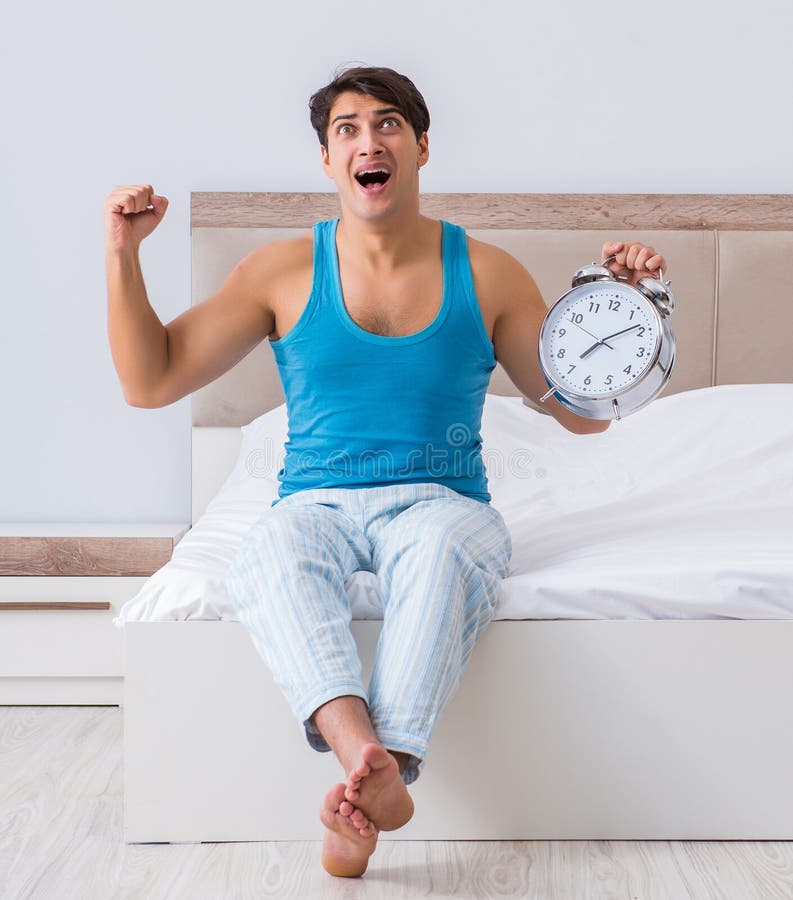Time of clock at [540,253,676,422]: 7:08
